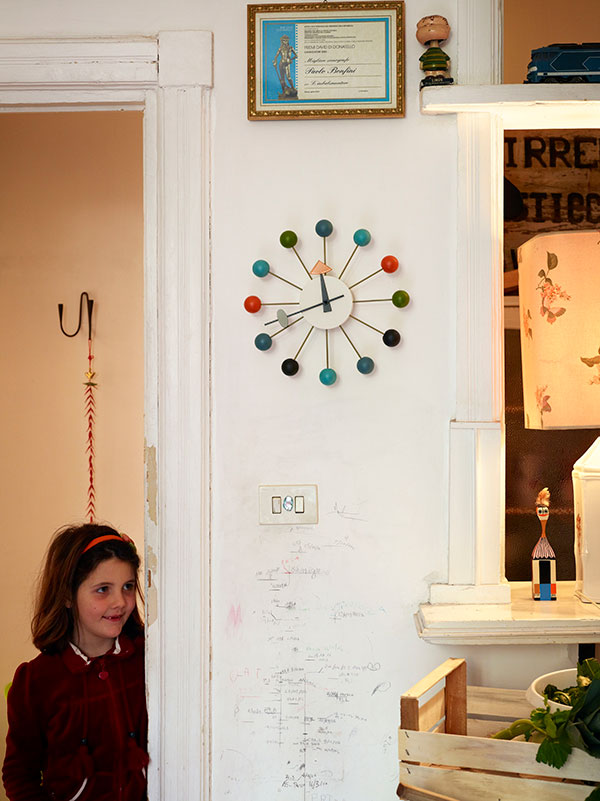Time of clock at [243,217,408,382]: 11:41
